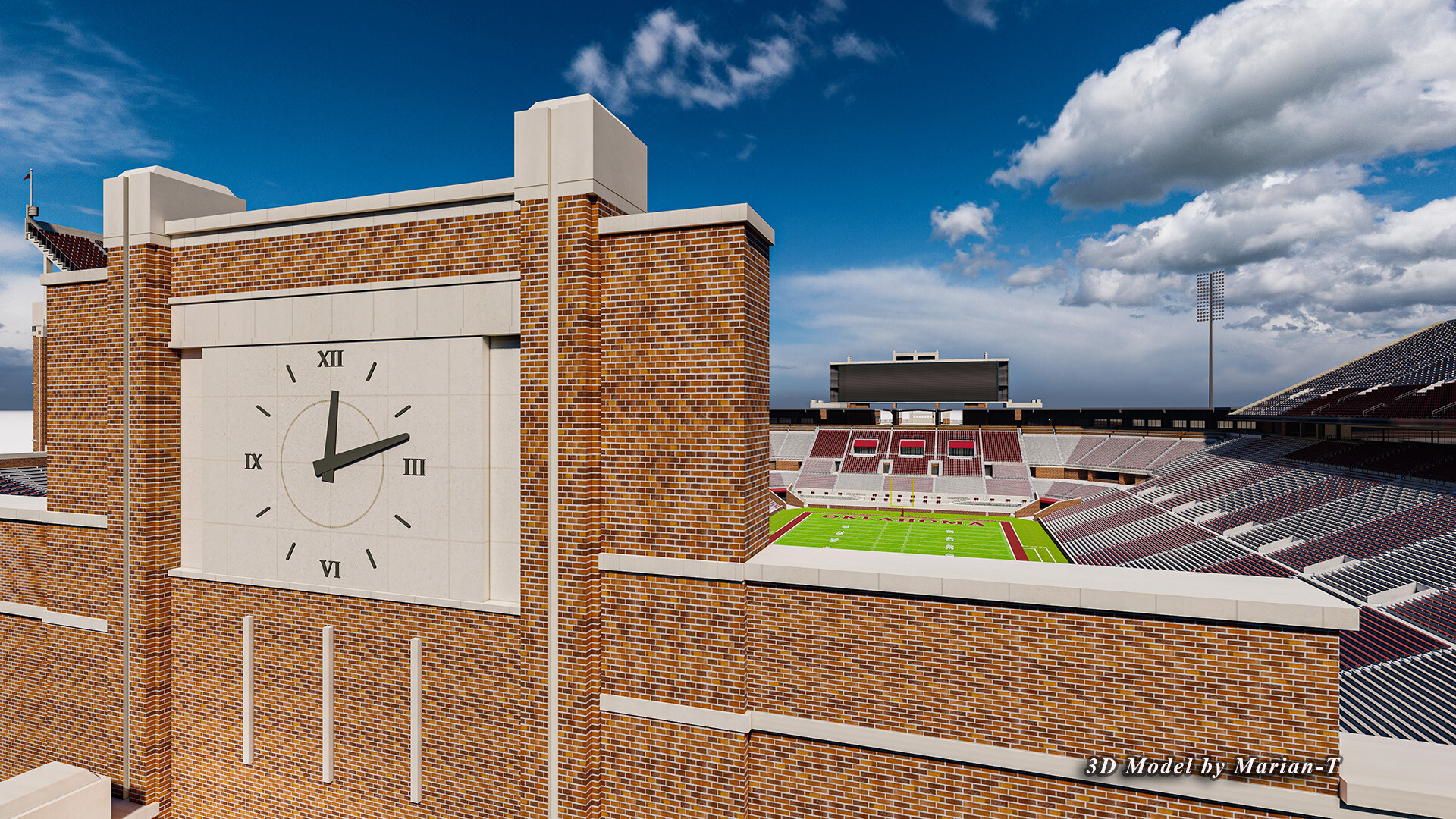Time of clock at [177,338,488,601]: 12:12
